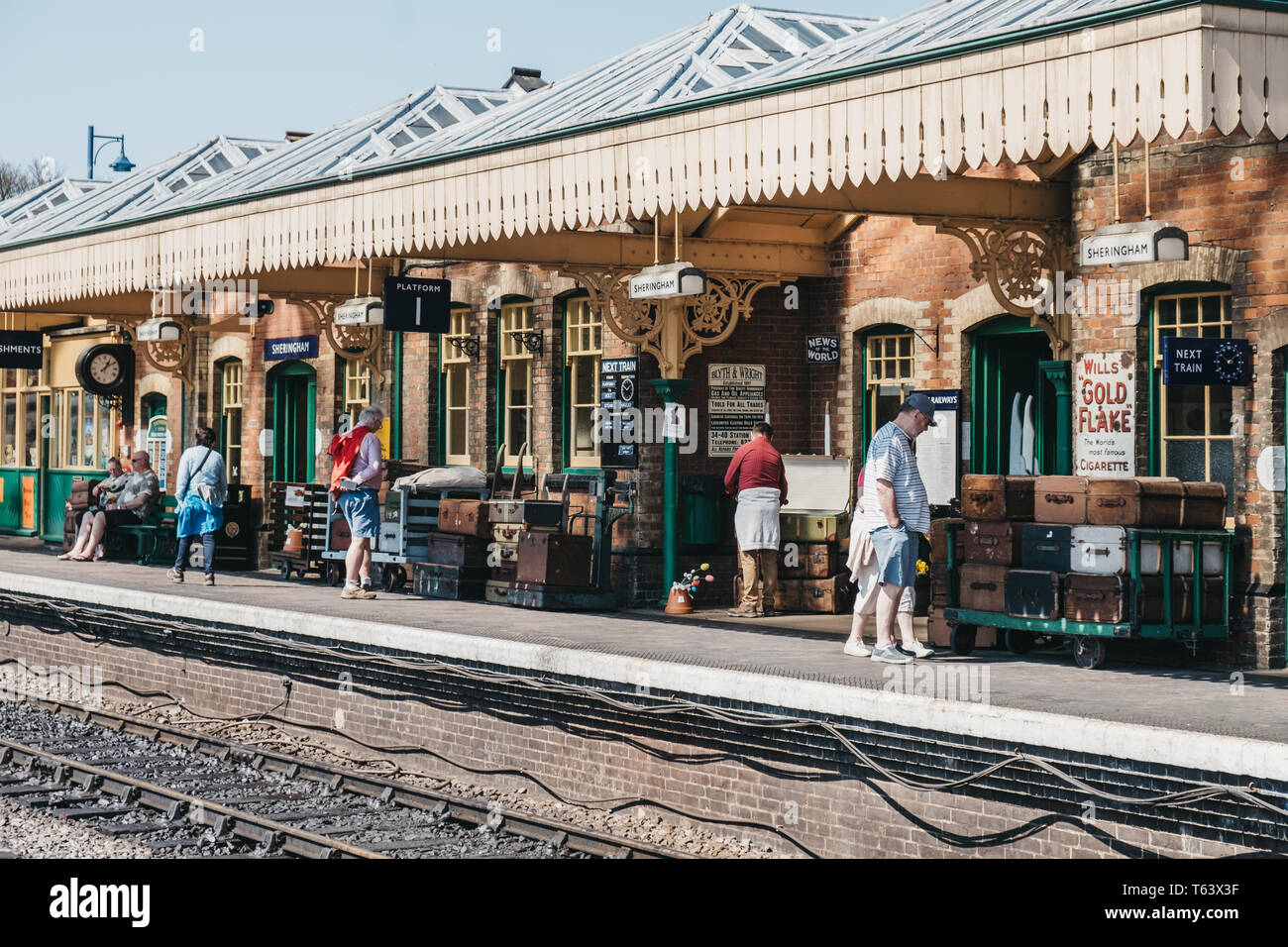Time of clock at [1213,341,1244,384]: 10:08
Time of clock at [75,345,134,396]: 1:09
